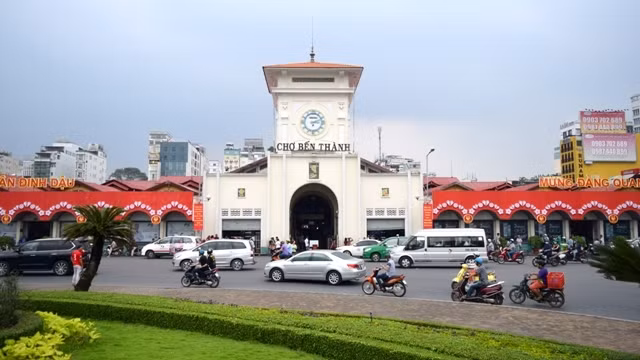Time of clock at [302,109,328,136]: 3:11
